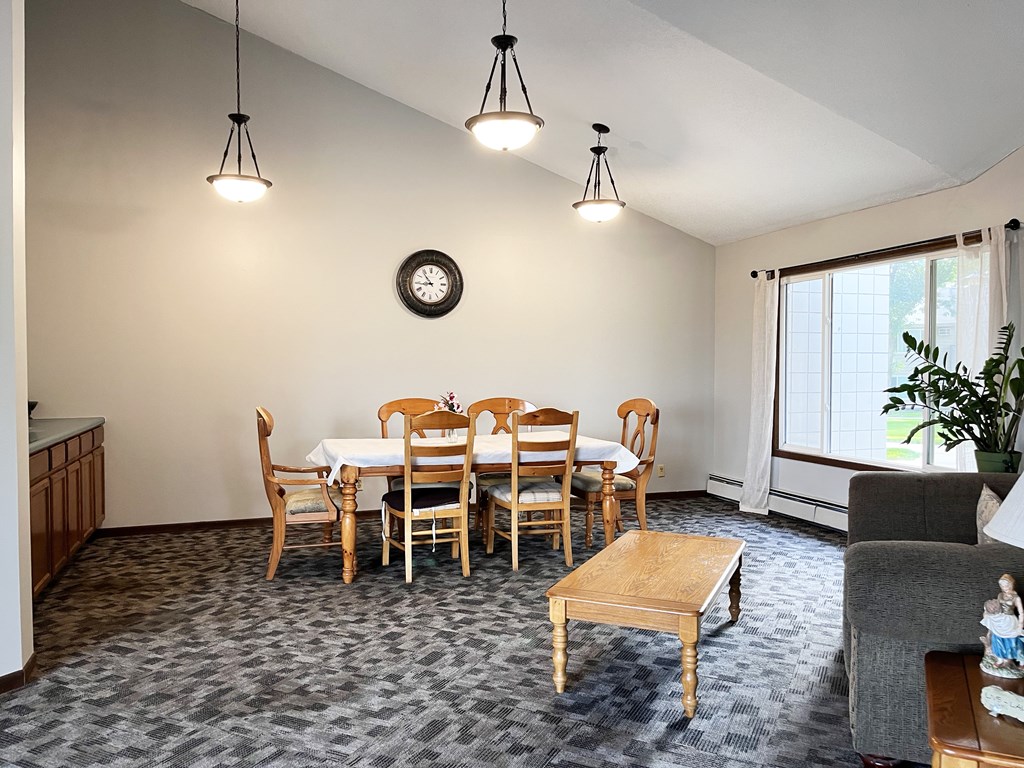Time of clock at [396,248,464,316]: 8:53
